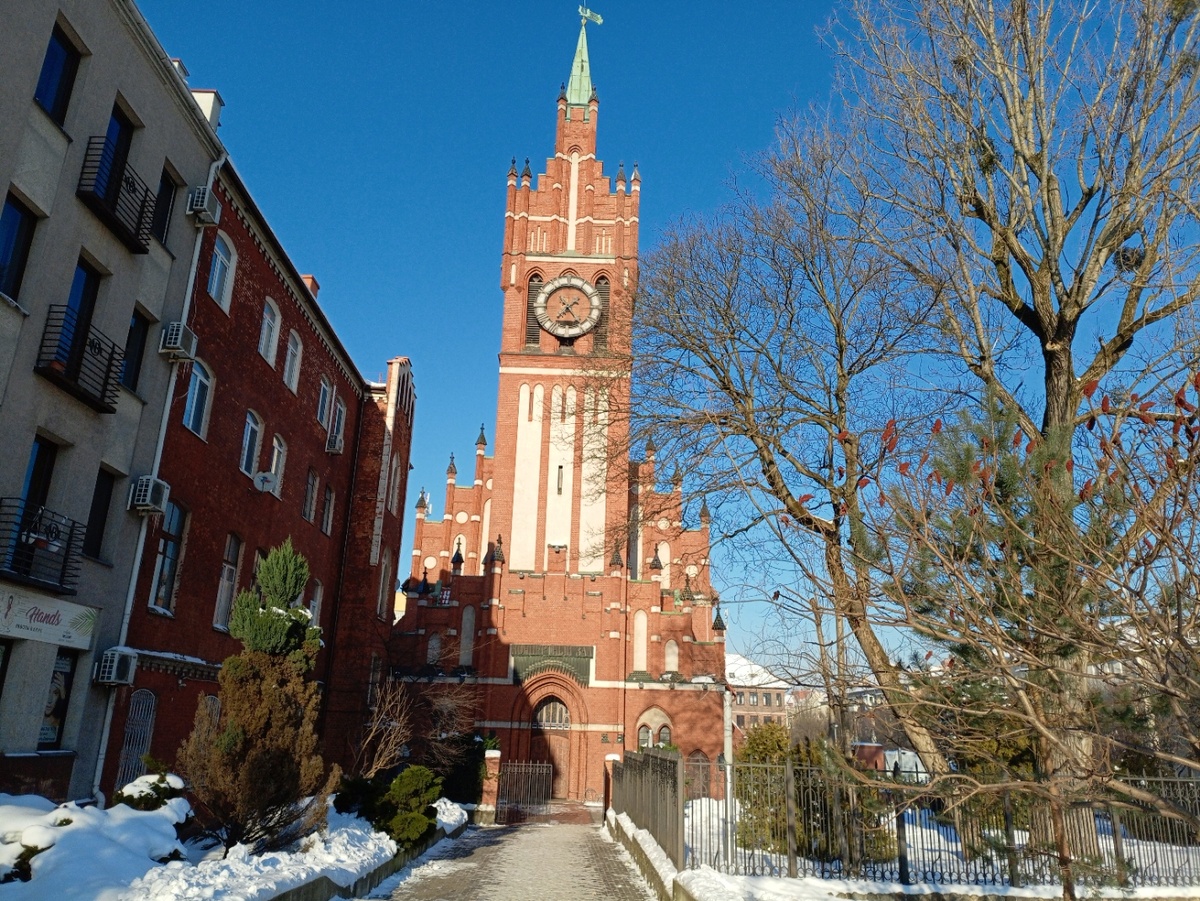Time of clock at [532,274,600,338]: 1:36
